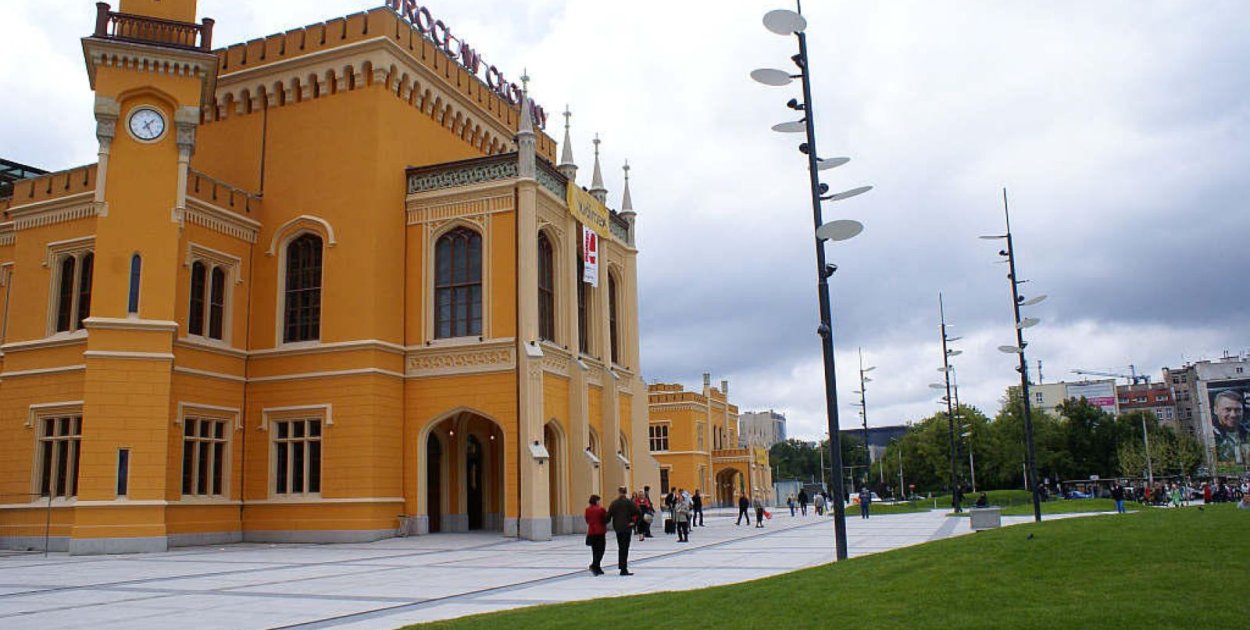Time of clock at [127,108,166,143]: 1:24
